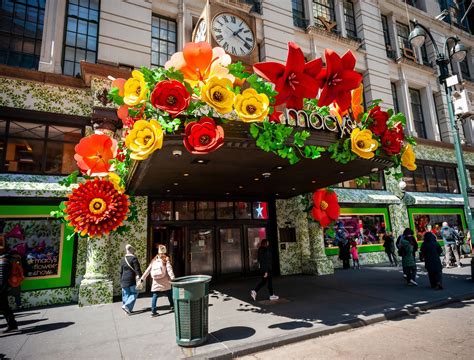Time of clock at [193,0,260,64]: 1:18
